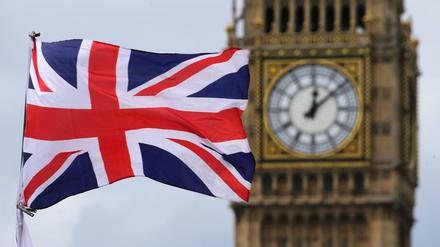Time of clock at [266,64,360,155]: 12:08
